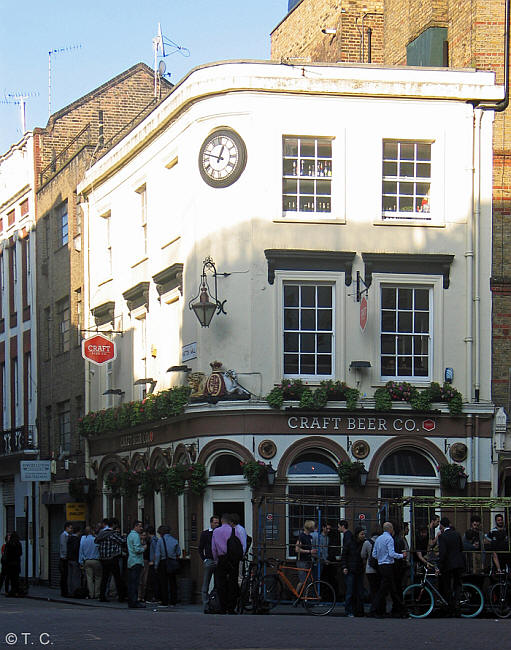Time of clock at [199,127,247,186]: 12:47
